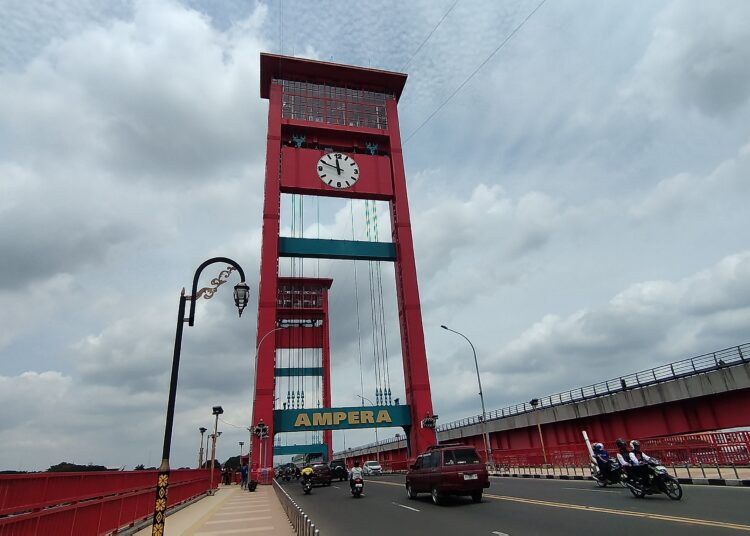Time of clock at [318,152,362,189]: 11:48
